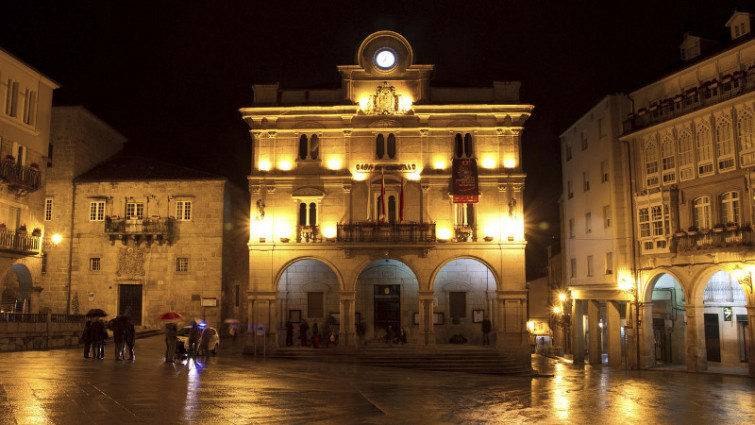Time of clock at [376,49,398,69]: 7:03
